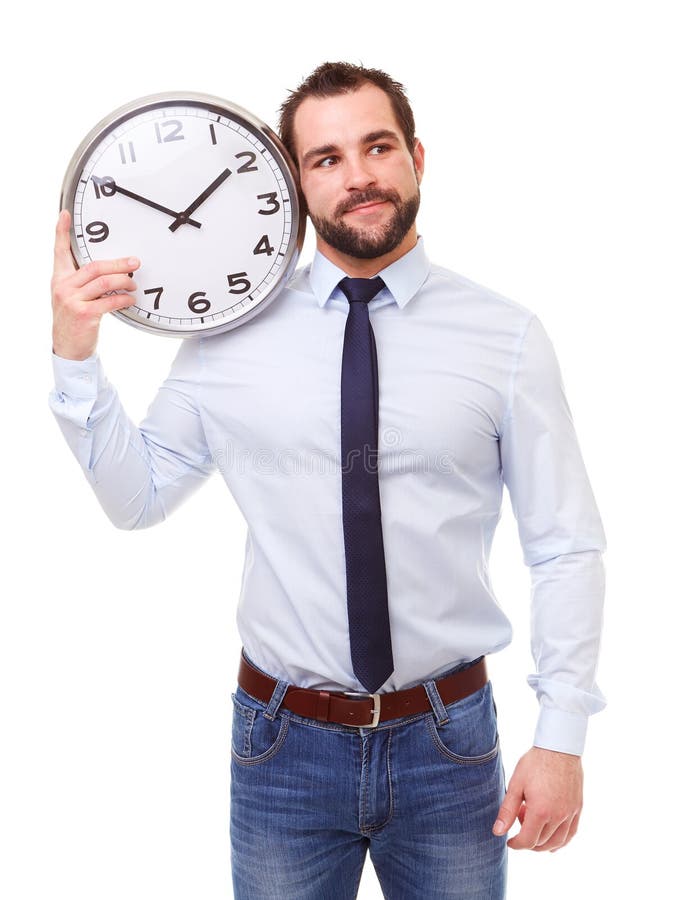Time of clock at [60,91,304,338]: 1:50
